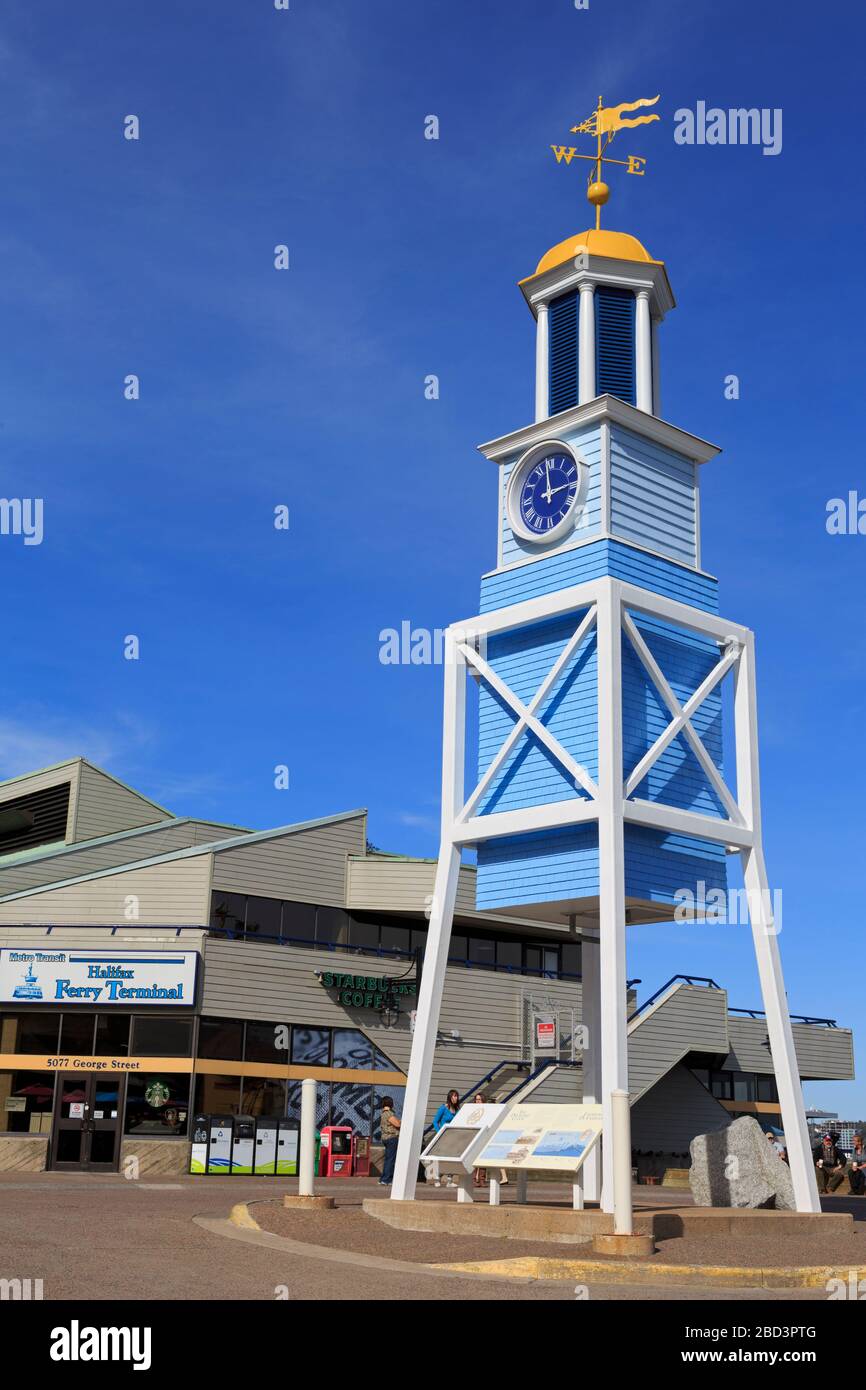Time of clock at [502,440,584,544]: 2:58
